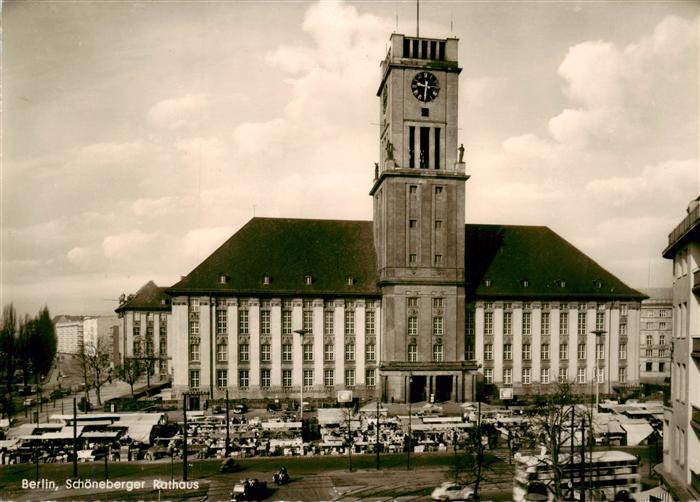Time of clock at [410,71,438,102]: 9:31
